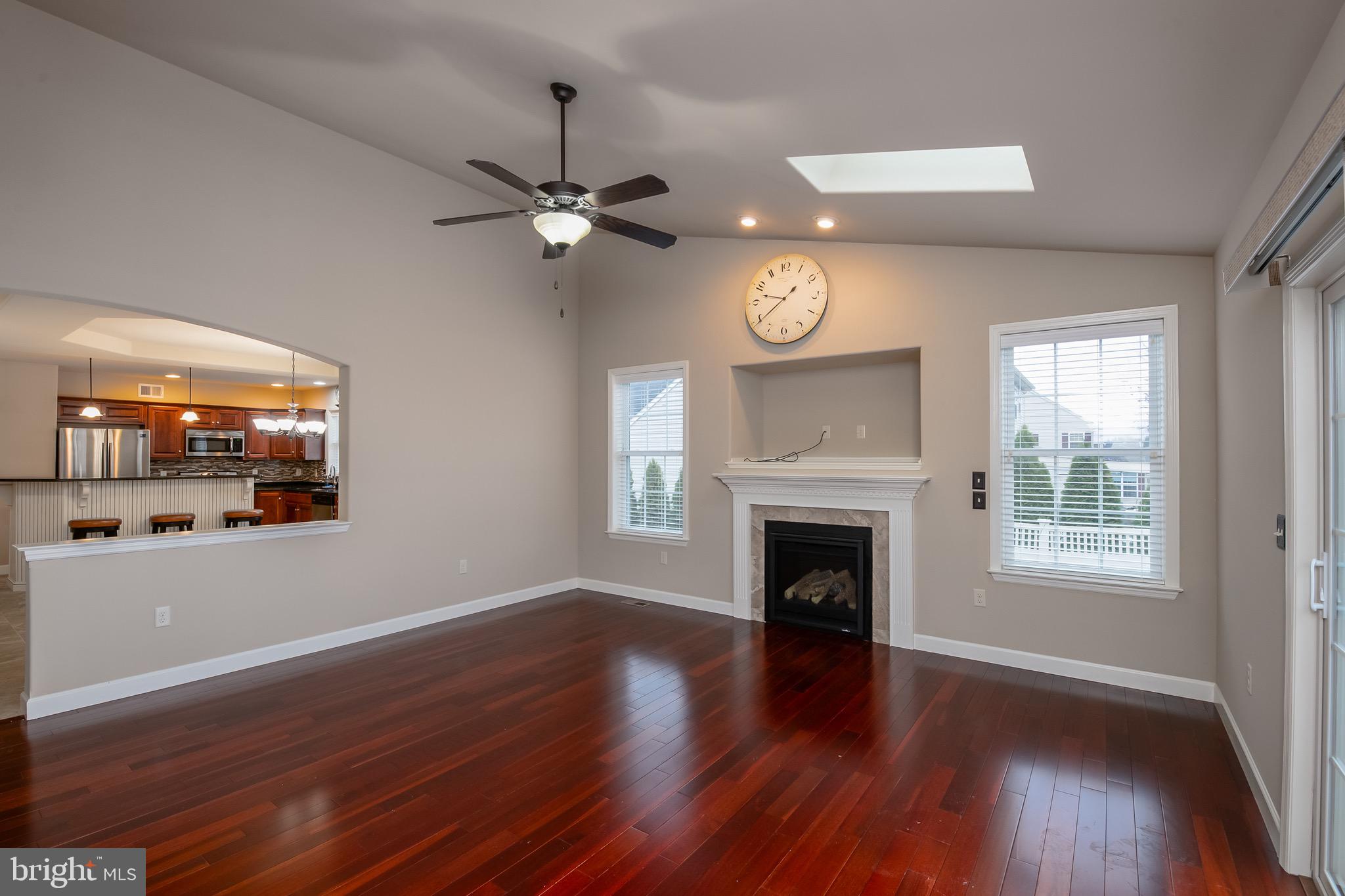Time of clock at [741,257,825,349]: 1:39
